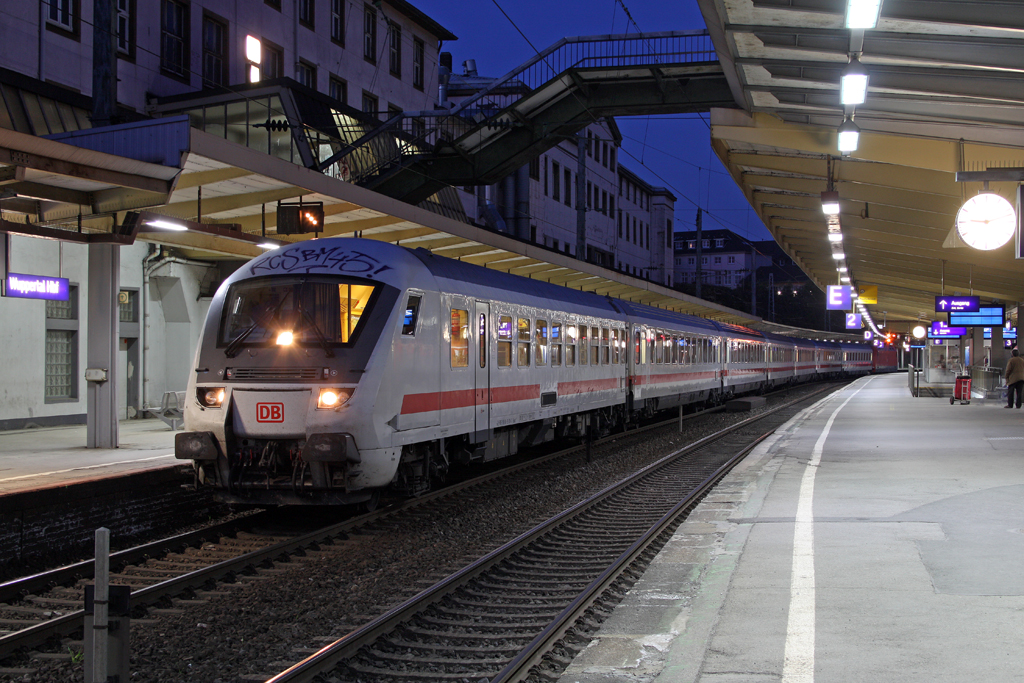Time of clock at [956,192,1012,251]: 9:12
